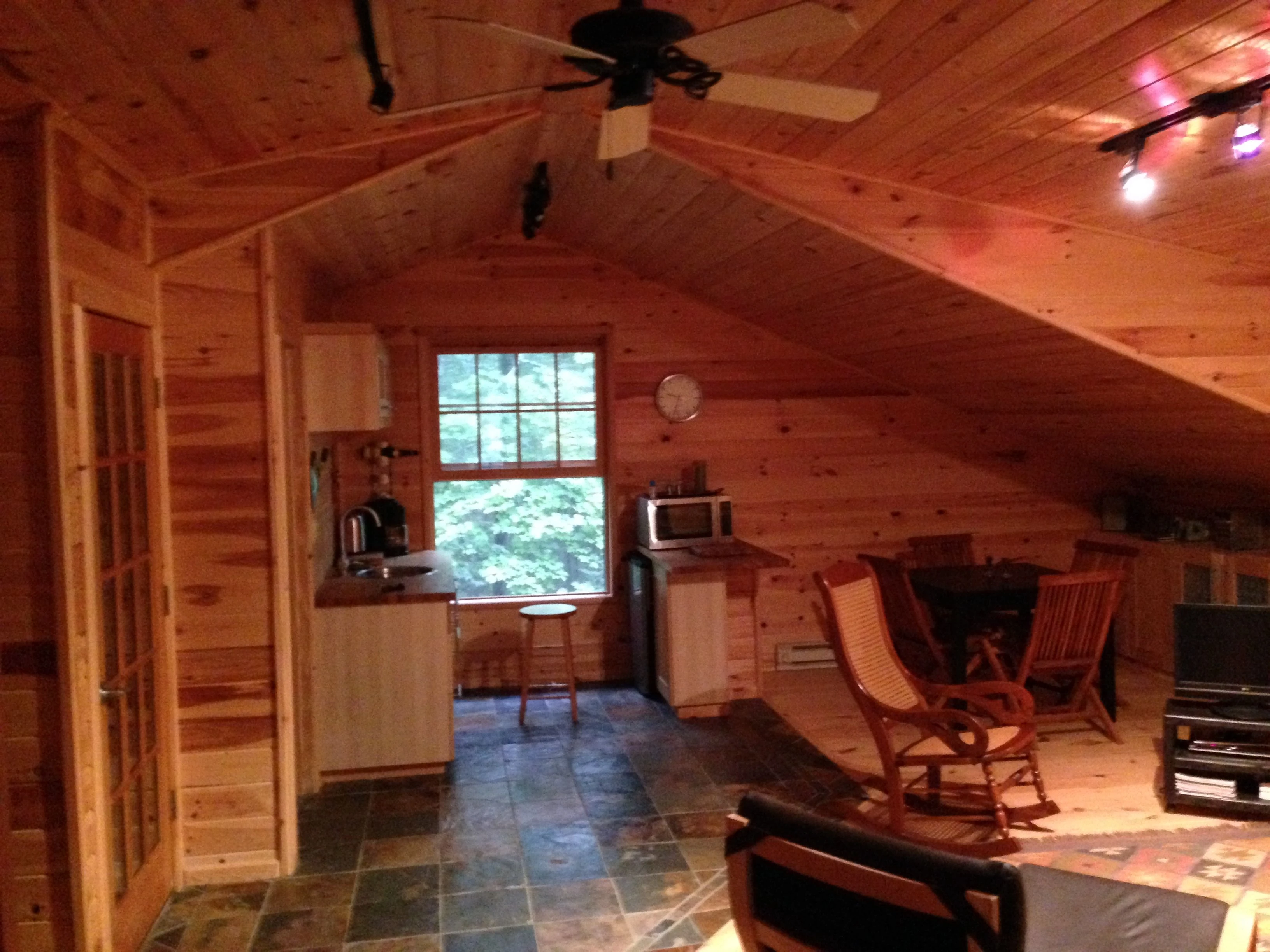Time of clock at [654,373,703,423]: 9:32
